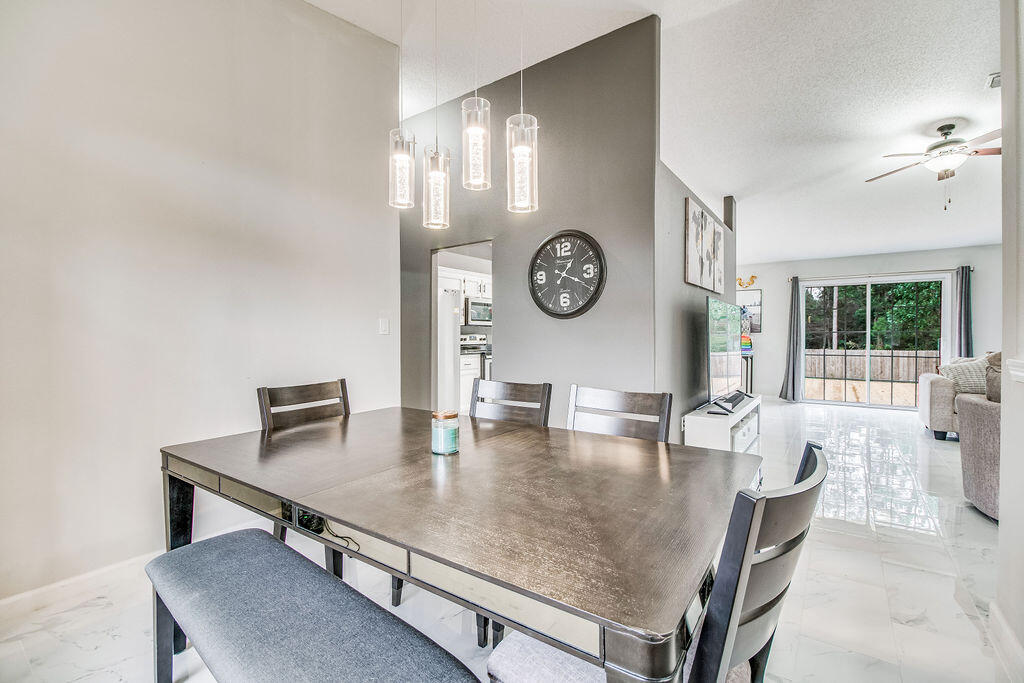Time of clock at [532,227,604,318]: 1:19
